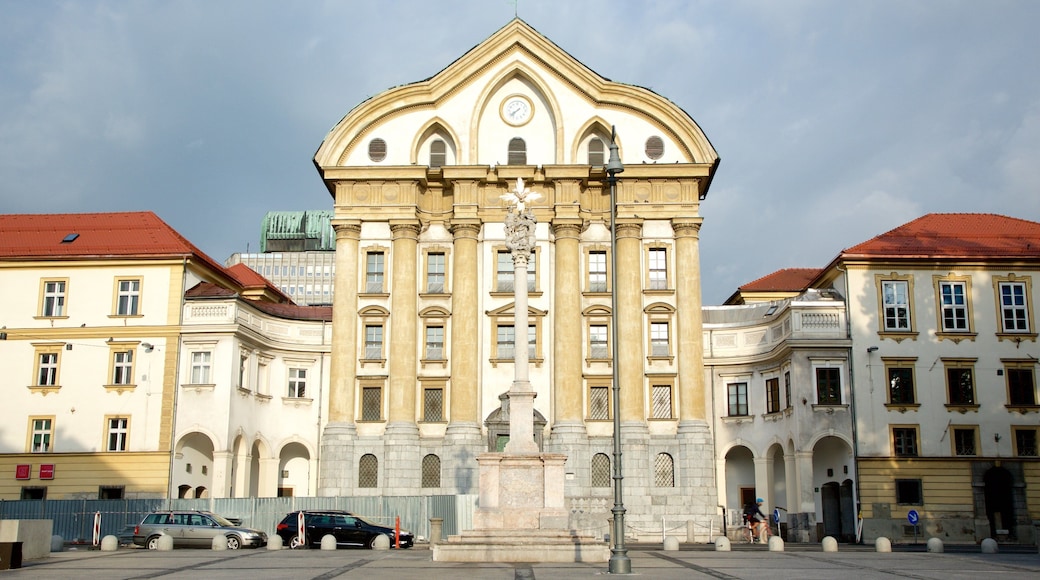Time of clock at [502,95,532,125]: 7:37
